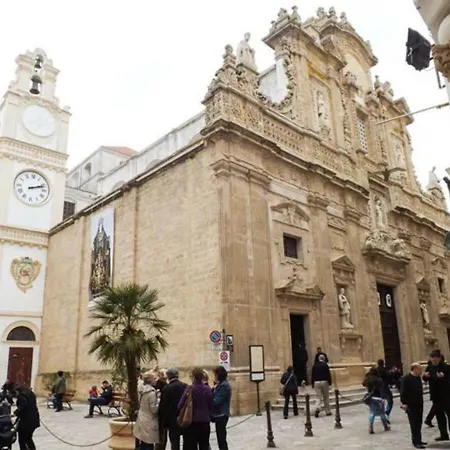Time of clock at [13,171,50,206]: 2:11
